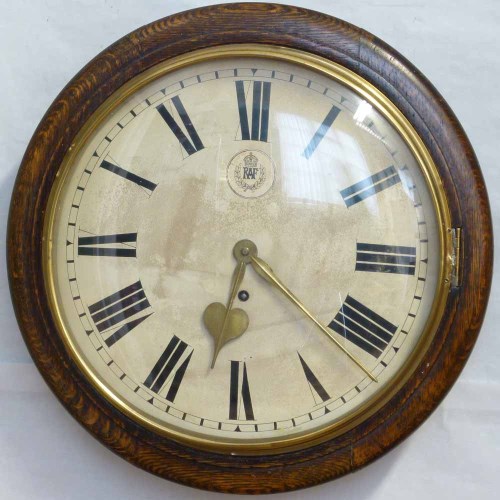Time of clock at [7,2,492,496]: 6:21
